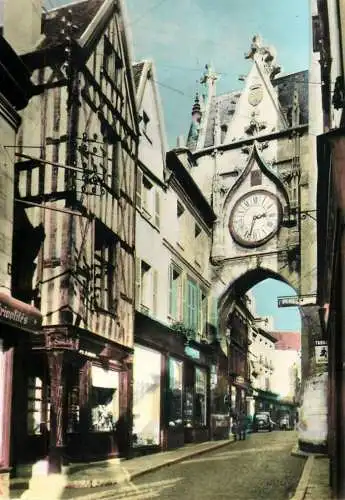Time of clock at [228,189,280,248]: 2:32
